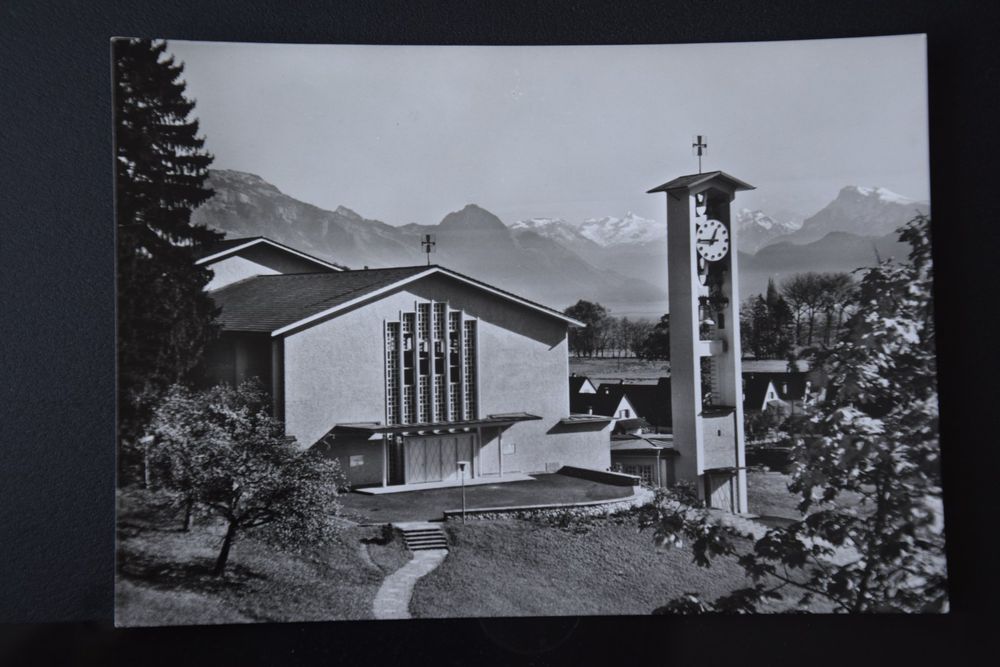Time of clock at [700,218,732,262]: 12:45
